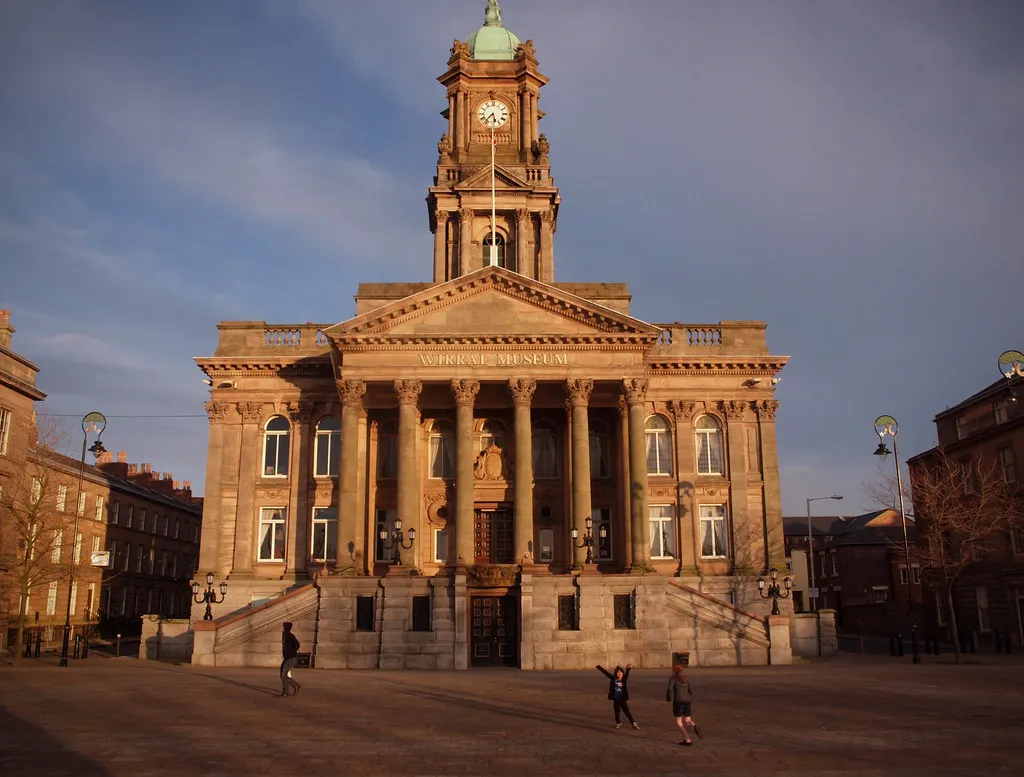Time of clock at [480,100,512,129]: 5:36
